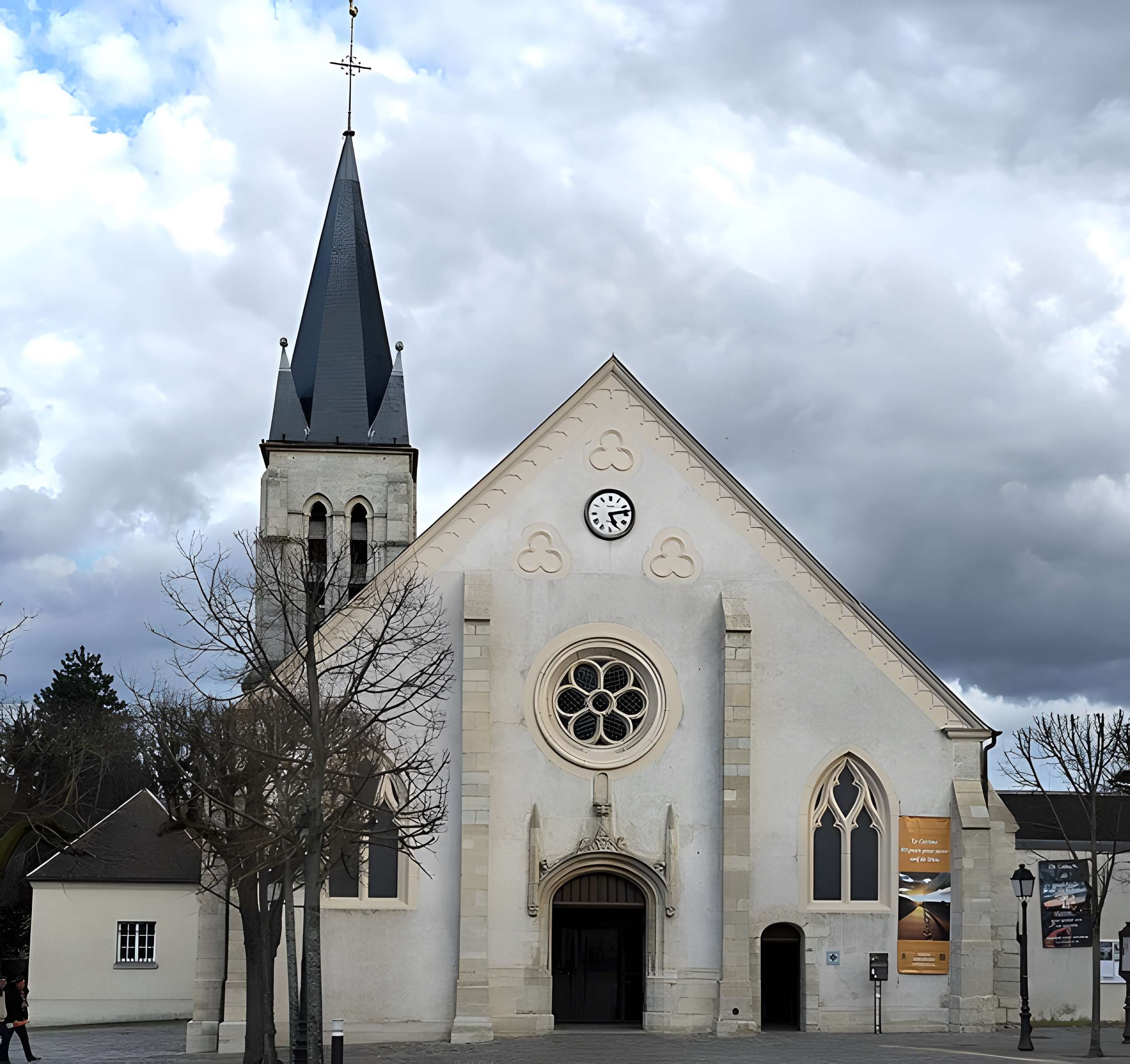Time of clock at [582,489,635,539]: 5:13
